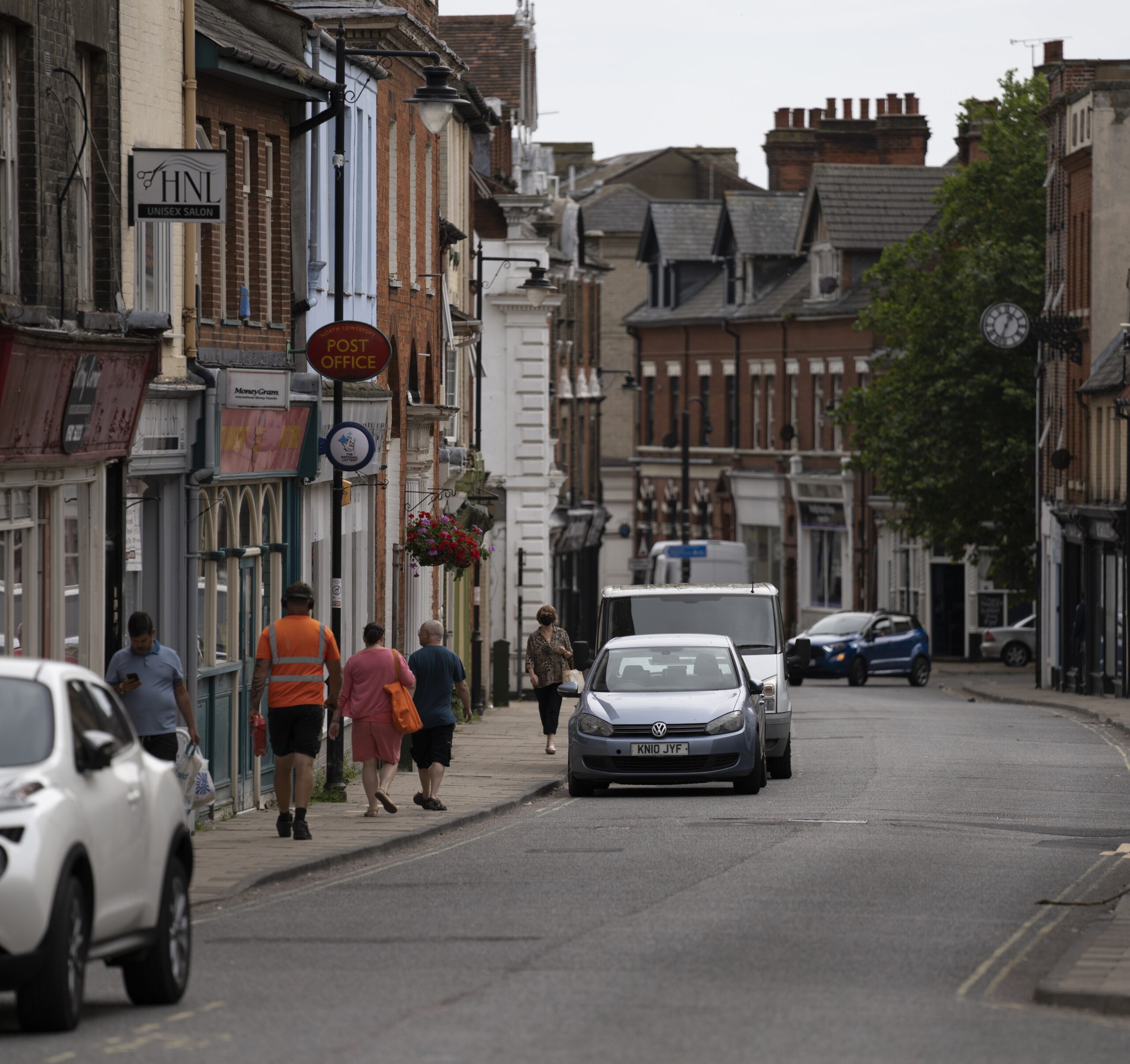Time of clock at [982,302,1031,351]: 12:32
